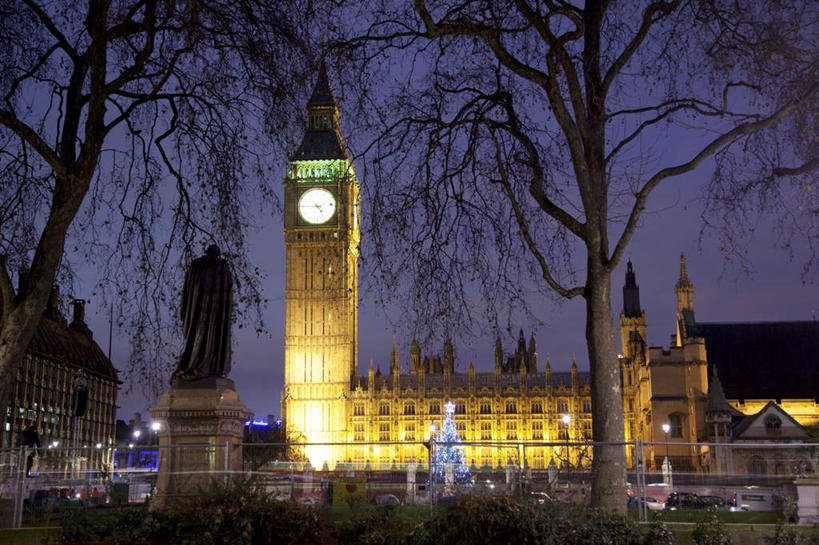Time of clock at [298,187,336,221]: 4:45
